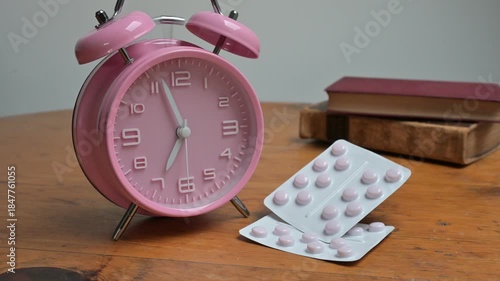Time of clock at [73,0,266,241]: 6:57
